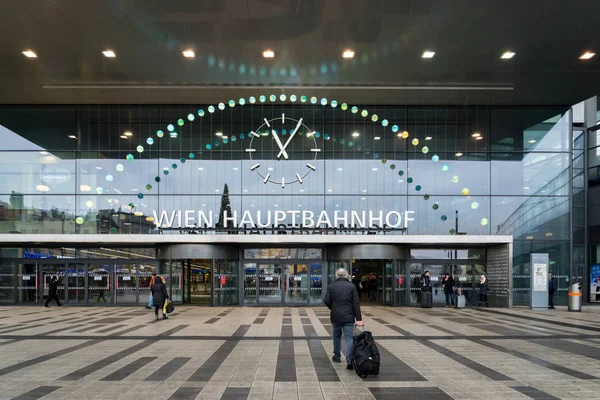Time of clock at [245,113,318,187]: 11:05
